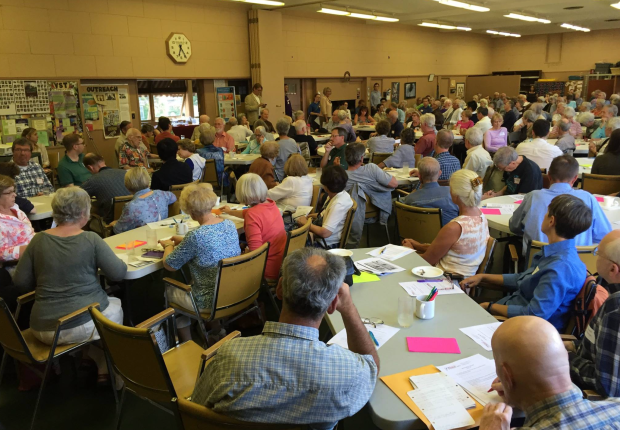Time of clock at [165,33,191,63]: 6:24
